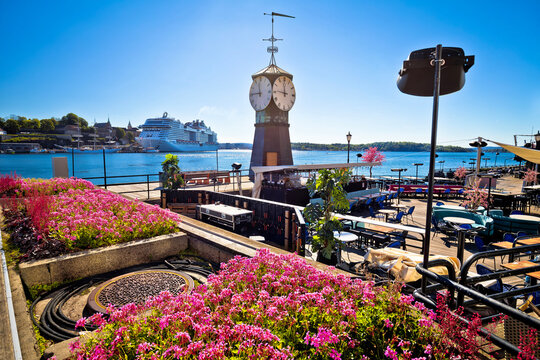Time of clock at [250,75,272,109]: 11:45
